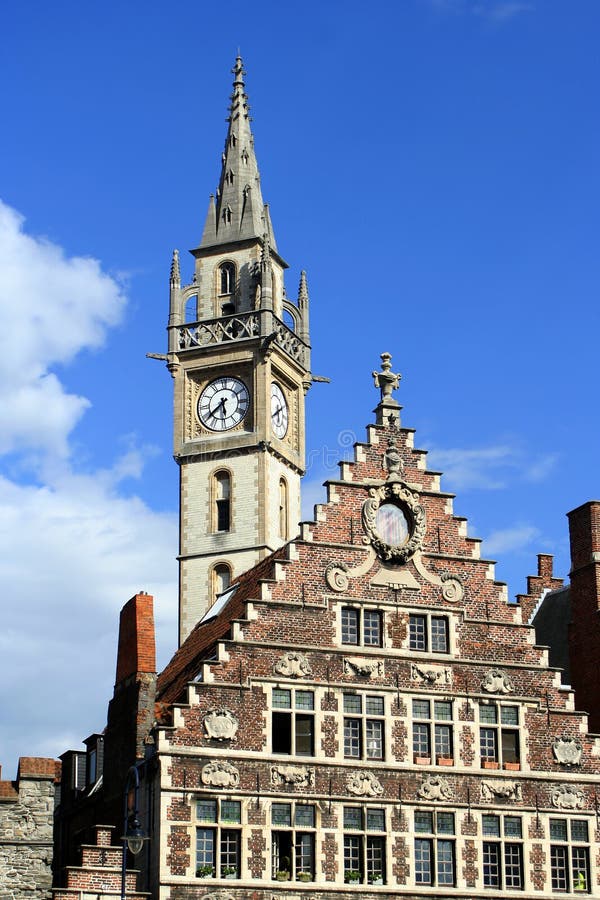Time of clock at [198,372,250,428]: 5:38
